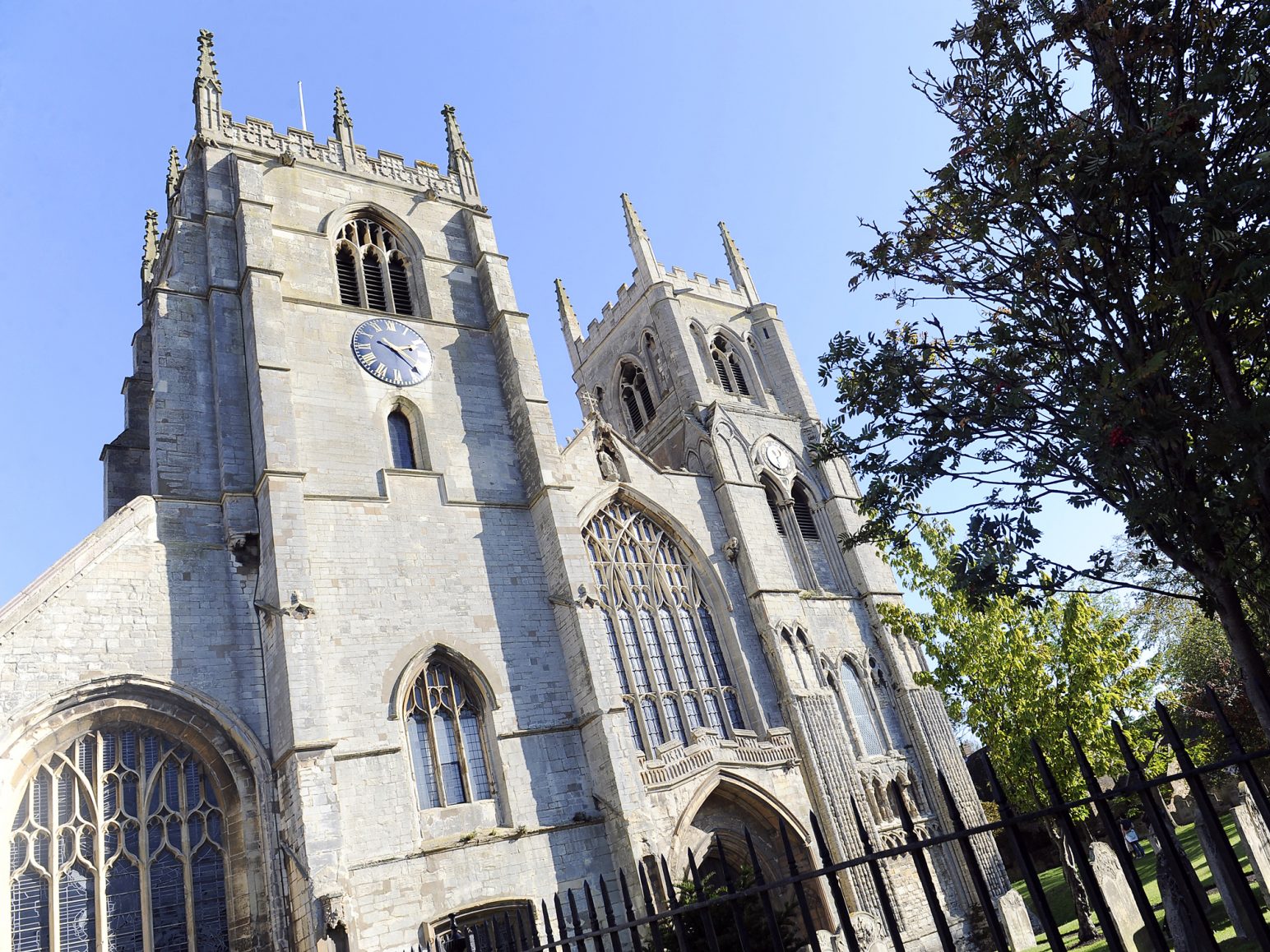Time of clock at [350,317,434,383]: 2:21
